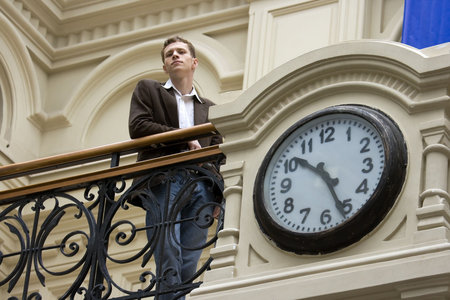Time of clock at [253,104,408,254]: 10:26
